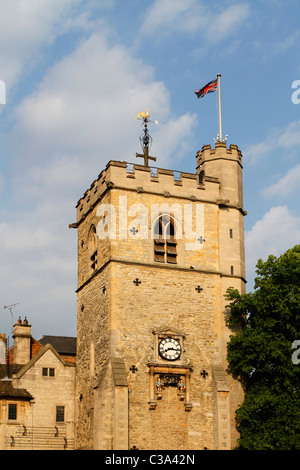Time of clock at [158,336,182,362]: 8:16
